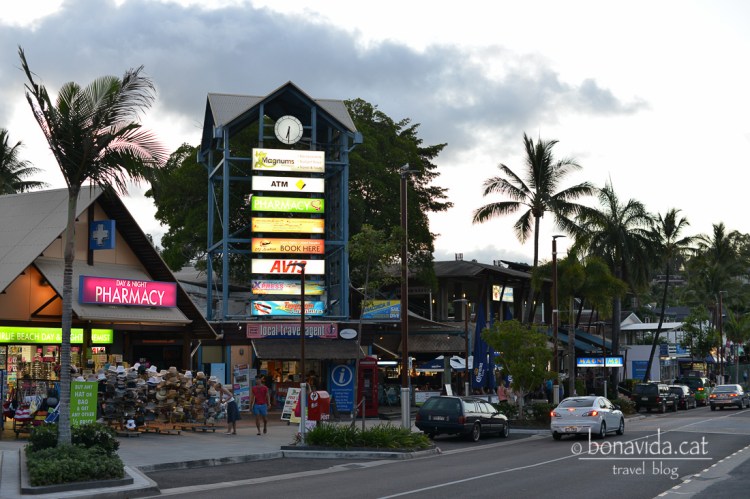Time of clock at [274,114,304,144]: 6:30
